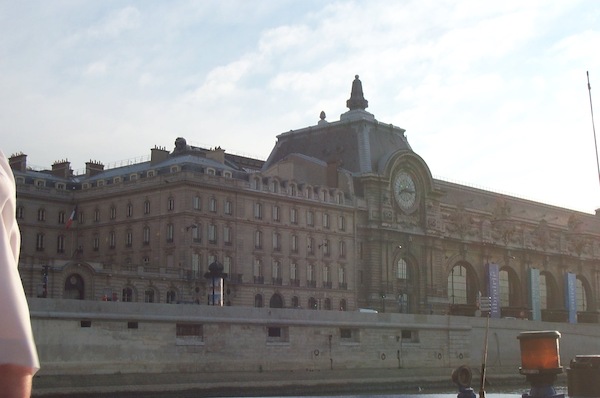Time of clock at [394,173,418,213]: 8:14
